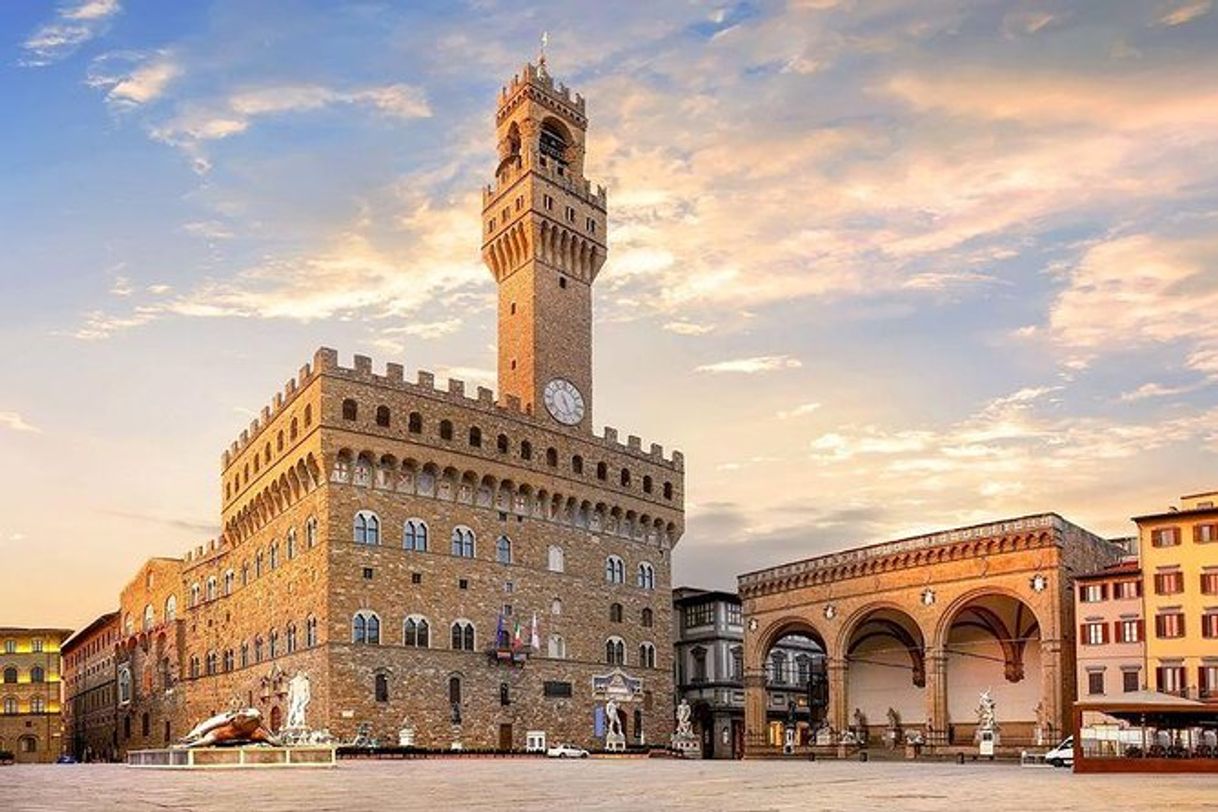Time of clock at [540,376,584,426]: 5:26
